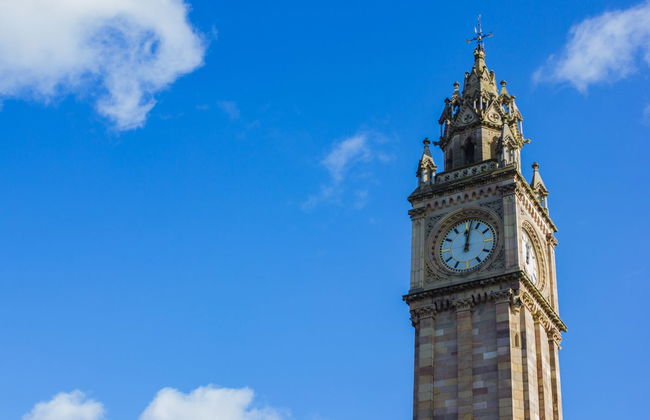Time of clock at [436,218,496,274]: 12:02
